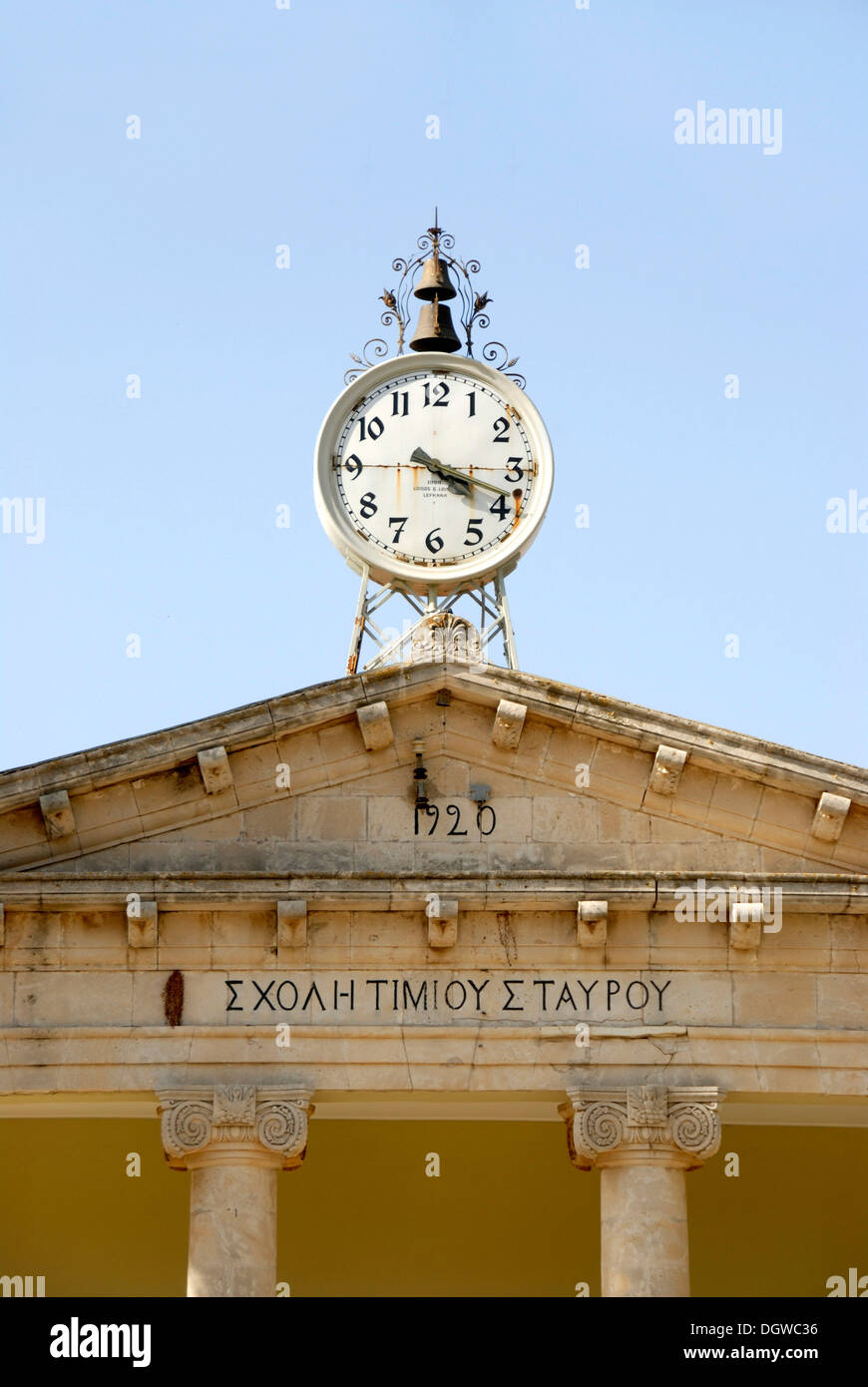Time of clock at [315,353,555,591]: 4:18
